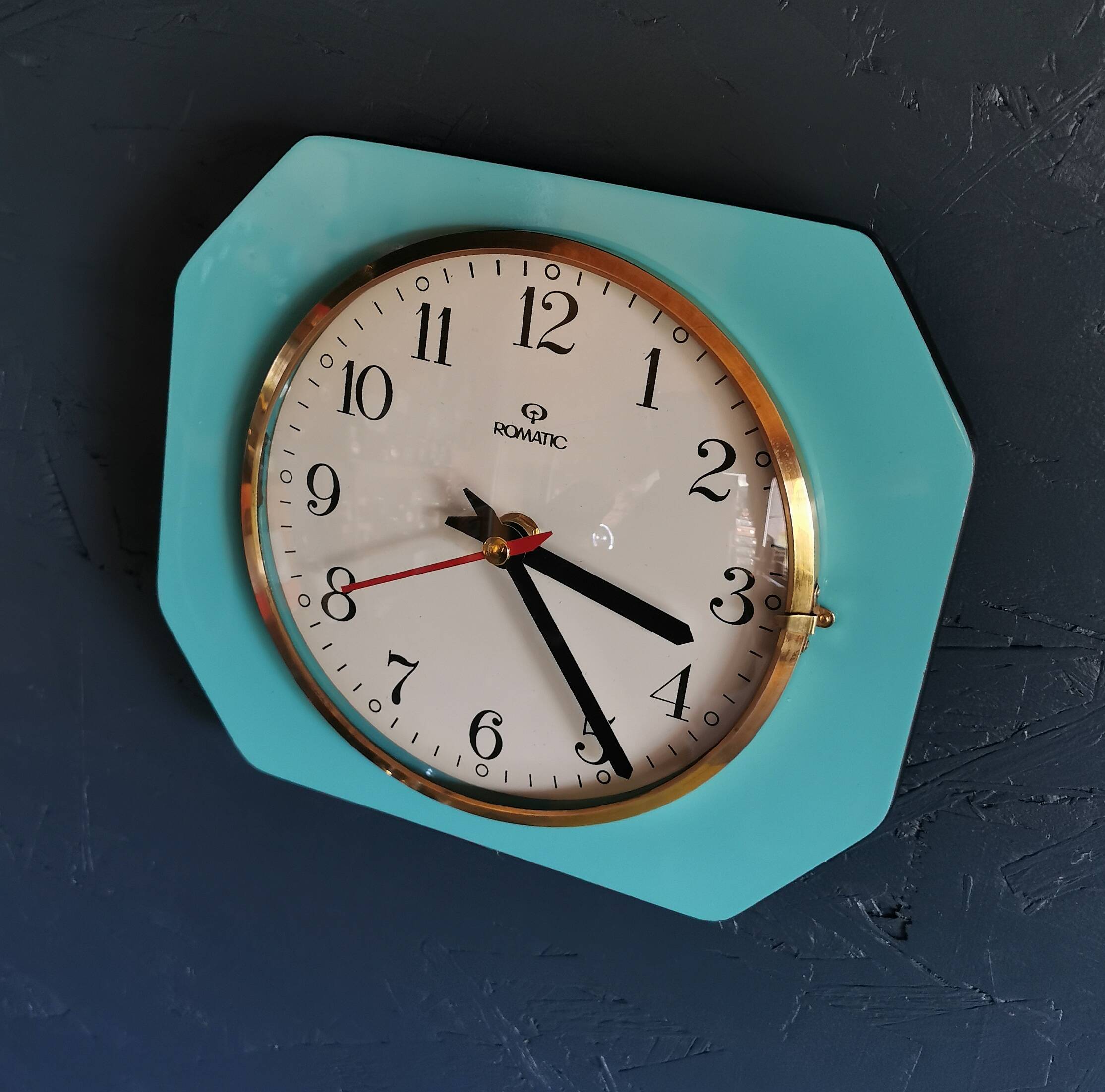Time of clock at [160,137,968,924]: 3:23
